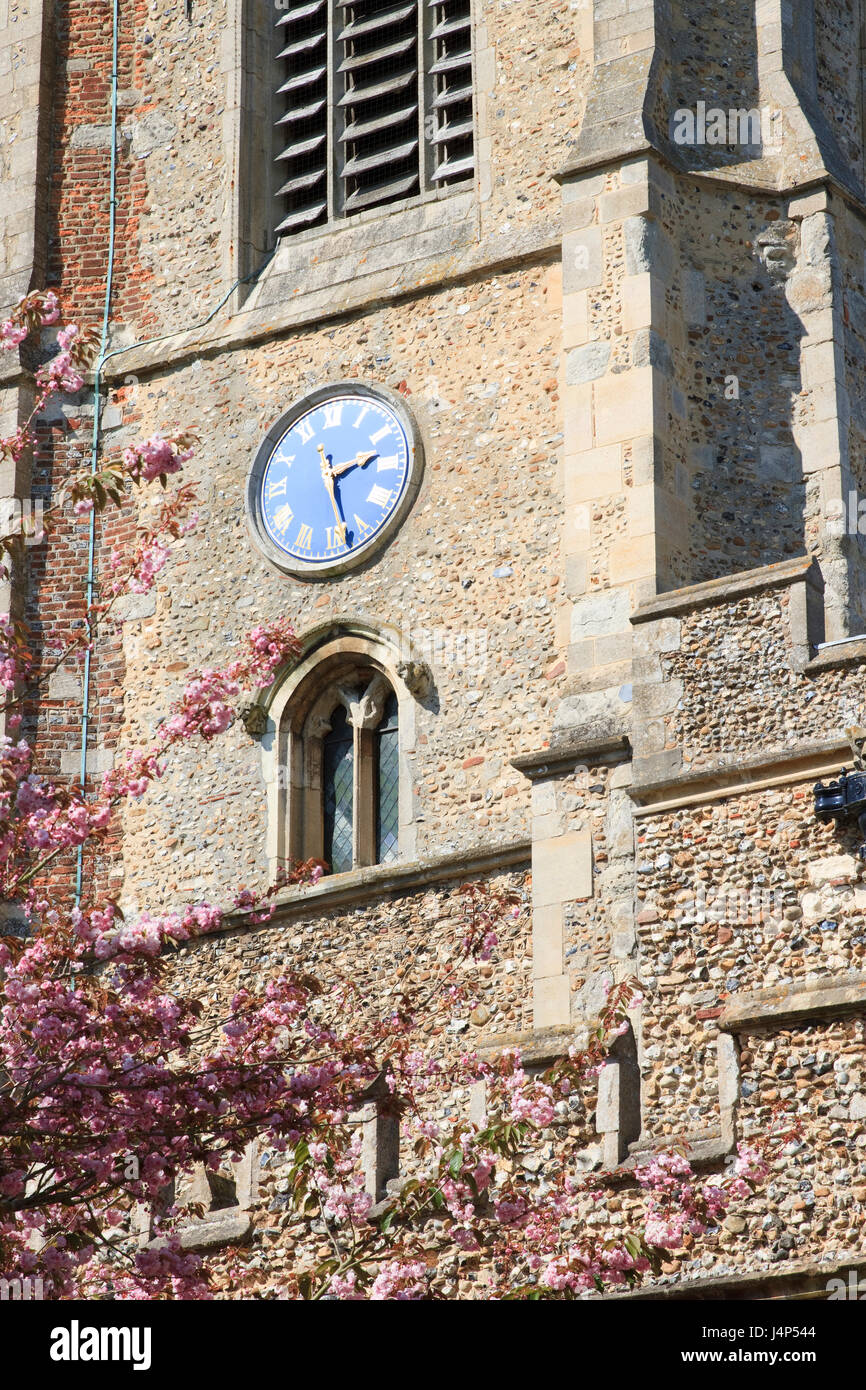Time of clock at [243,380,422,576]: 2:26
